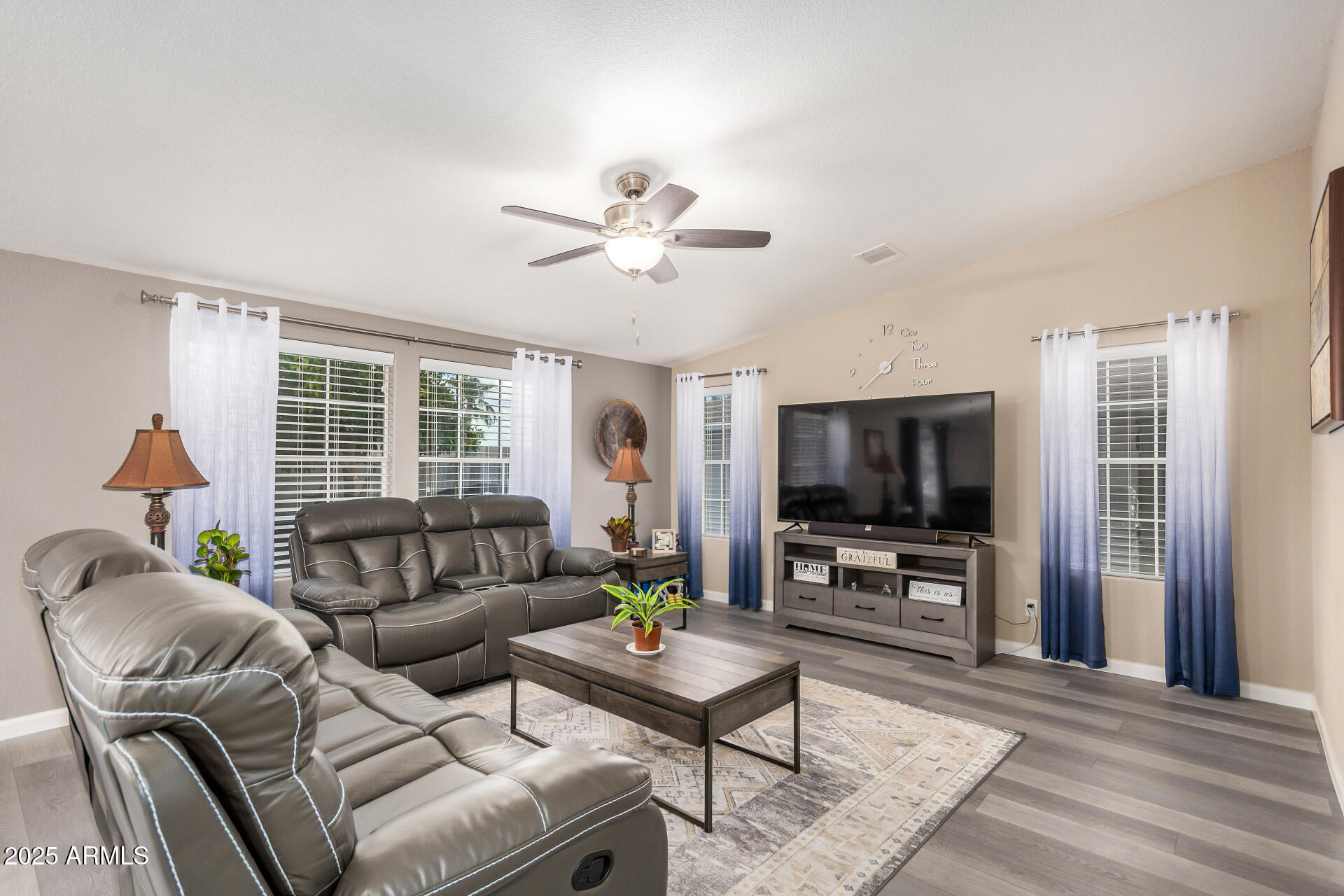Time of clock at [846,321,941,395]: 1:39
